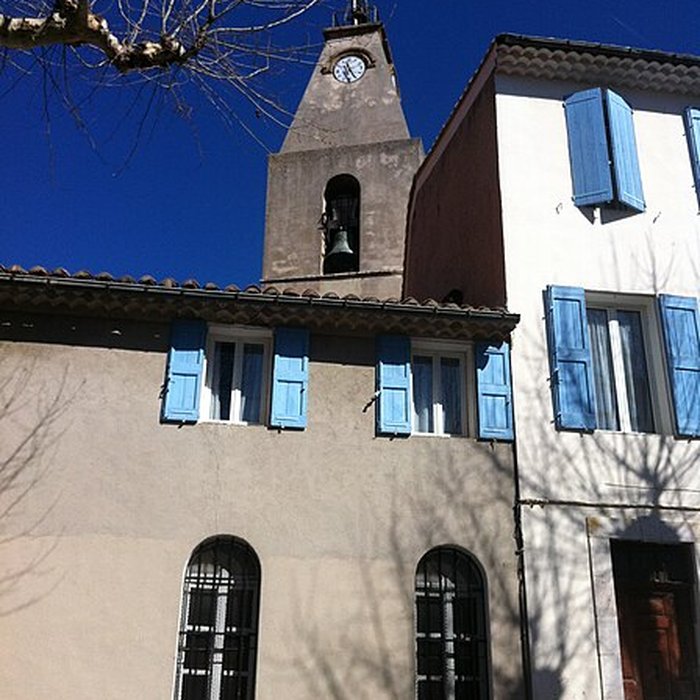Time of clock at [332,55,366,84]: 11:25
